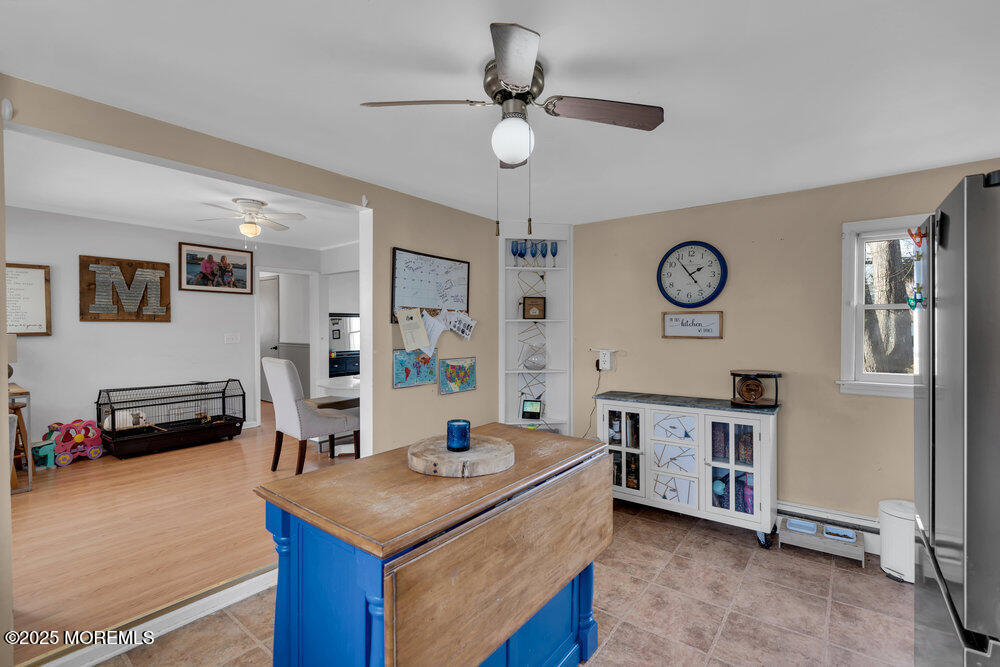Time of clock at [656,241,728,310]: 1:53
